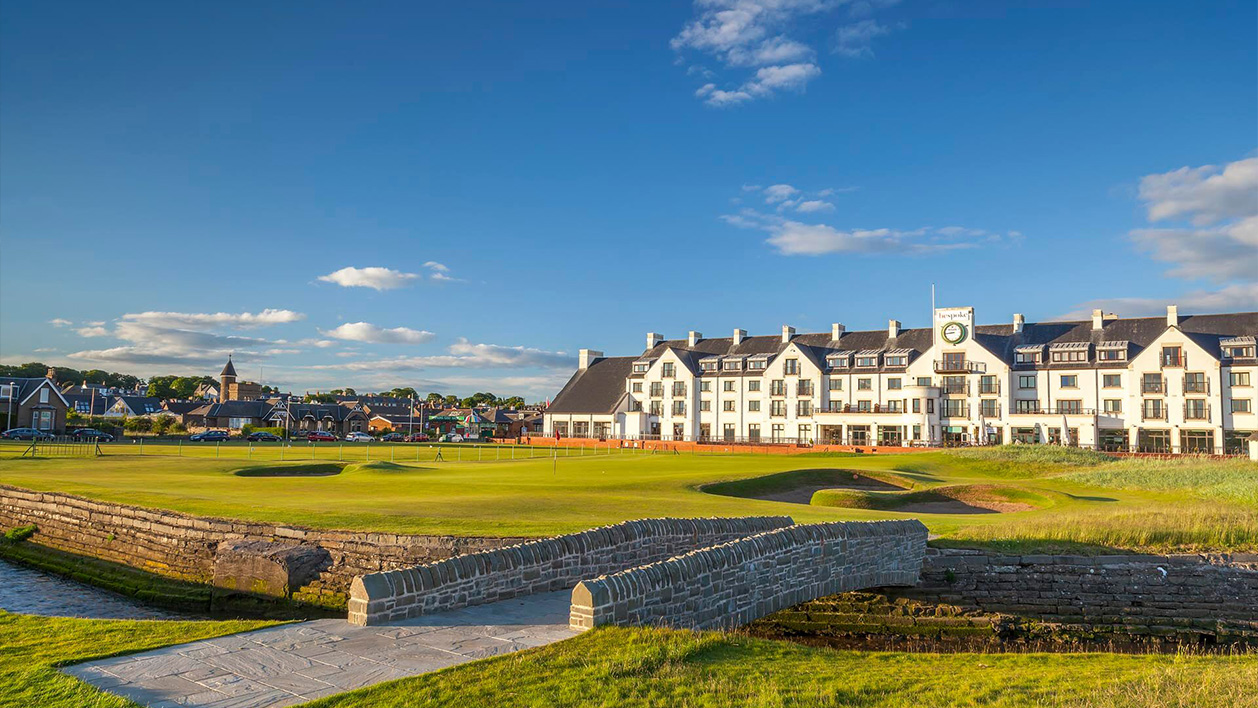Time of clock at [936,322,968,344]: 8:44
